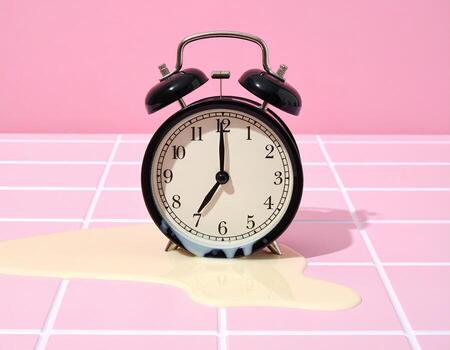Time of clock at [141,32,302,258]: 7:00
